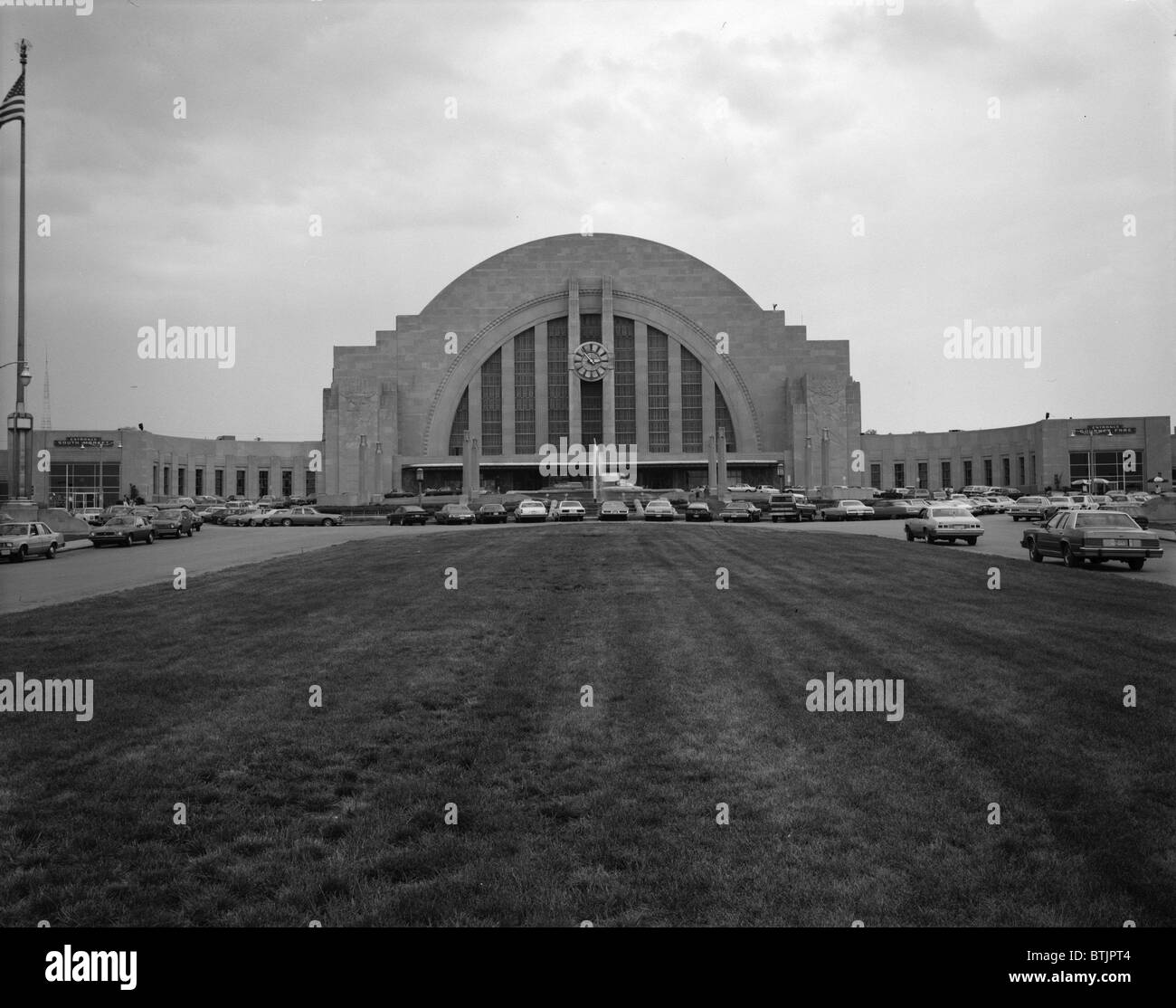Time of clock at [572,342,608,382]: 2:53
